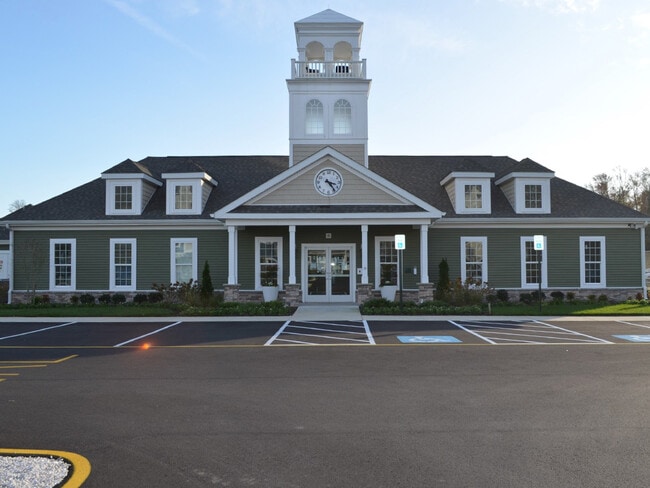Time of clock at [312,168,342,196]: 3:23
